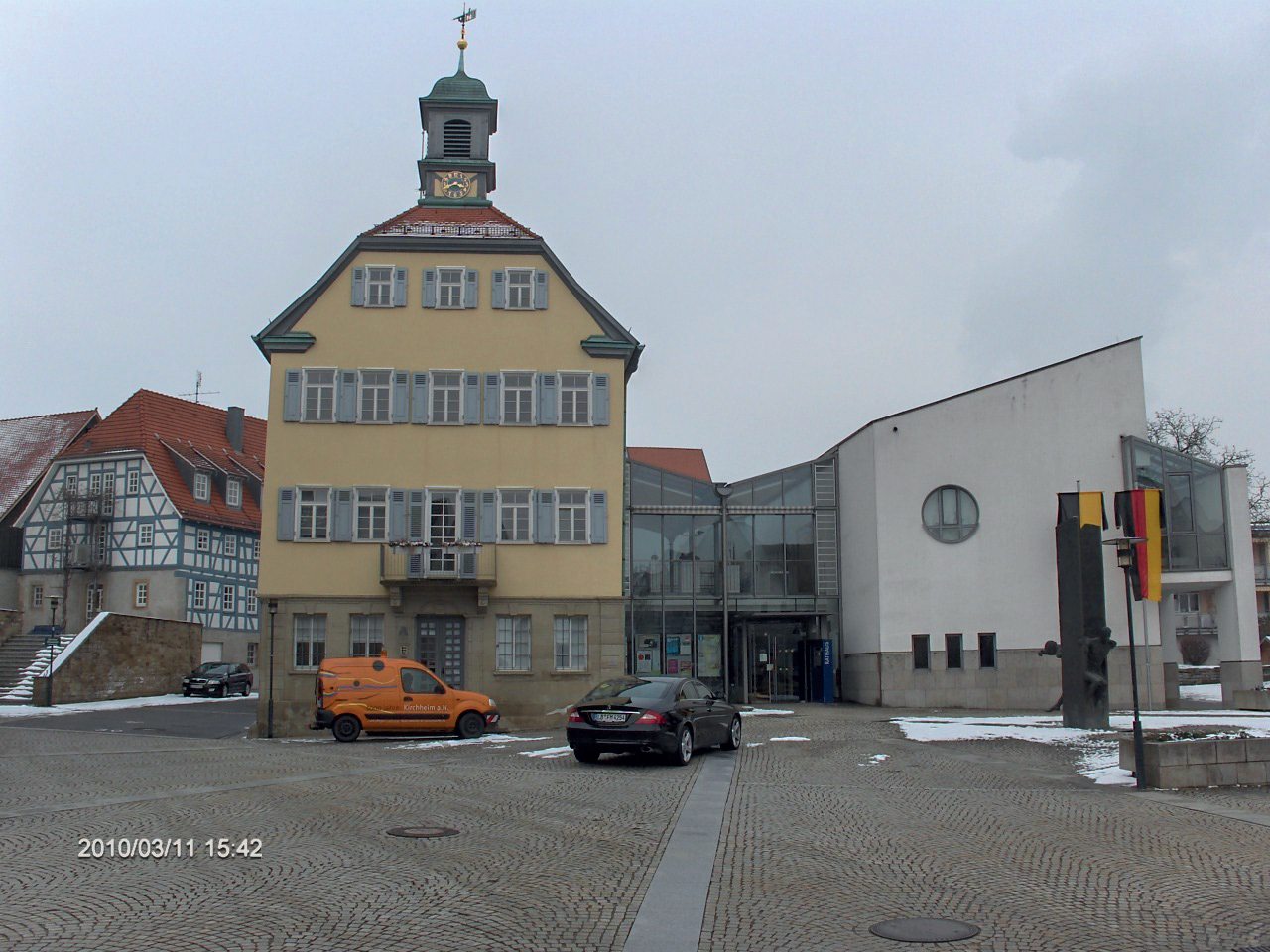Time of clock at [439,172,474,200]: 3:40
